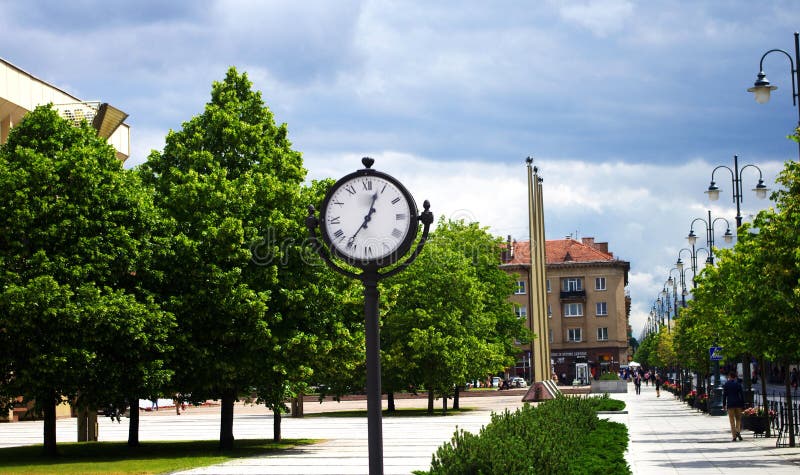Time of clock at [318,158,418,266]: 12:36
